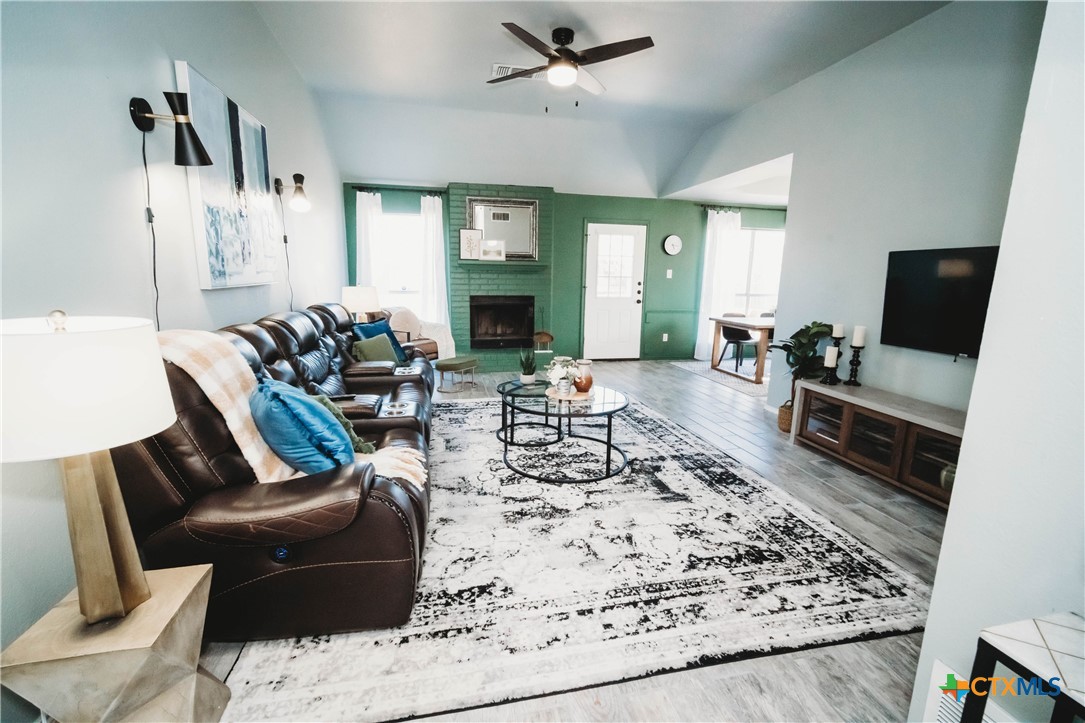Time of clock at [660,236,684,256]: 5:16
